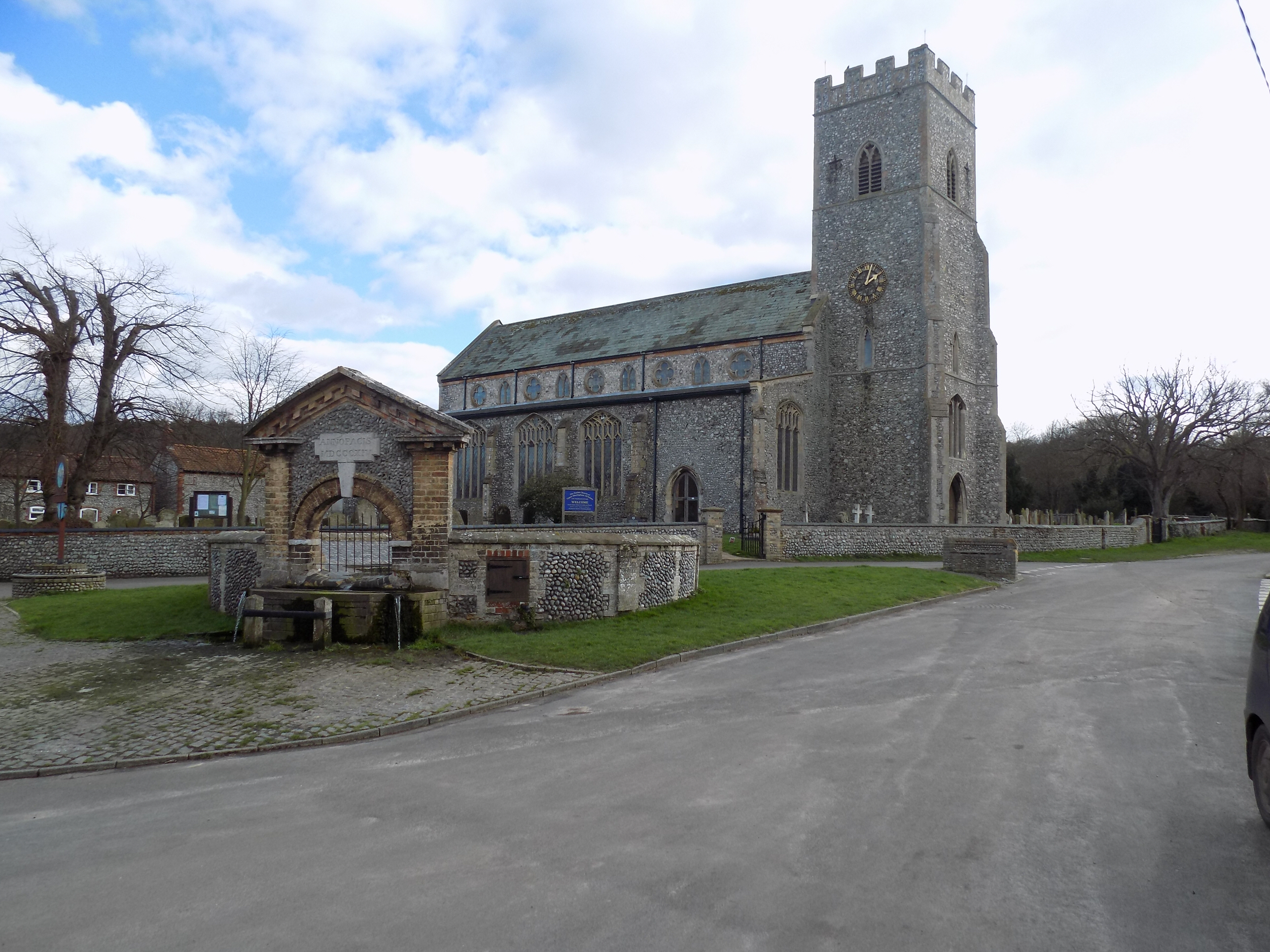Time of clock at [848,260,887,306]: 2:02
